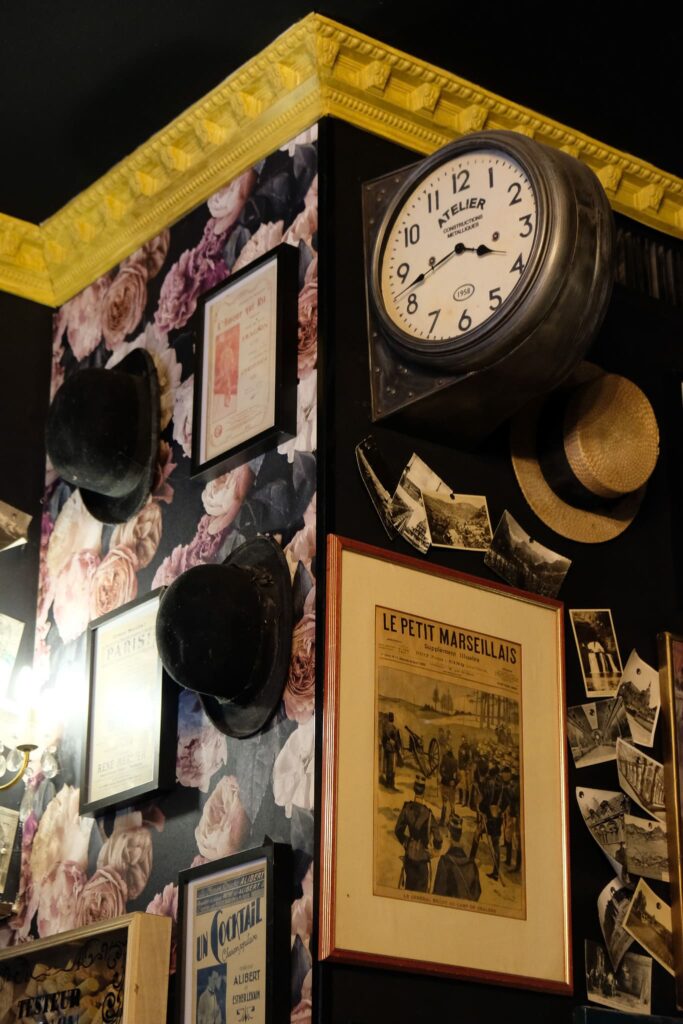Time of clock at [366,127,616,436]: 3:42
